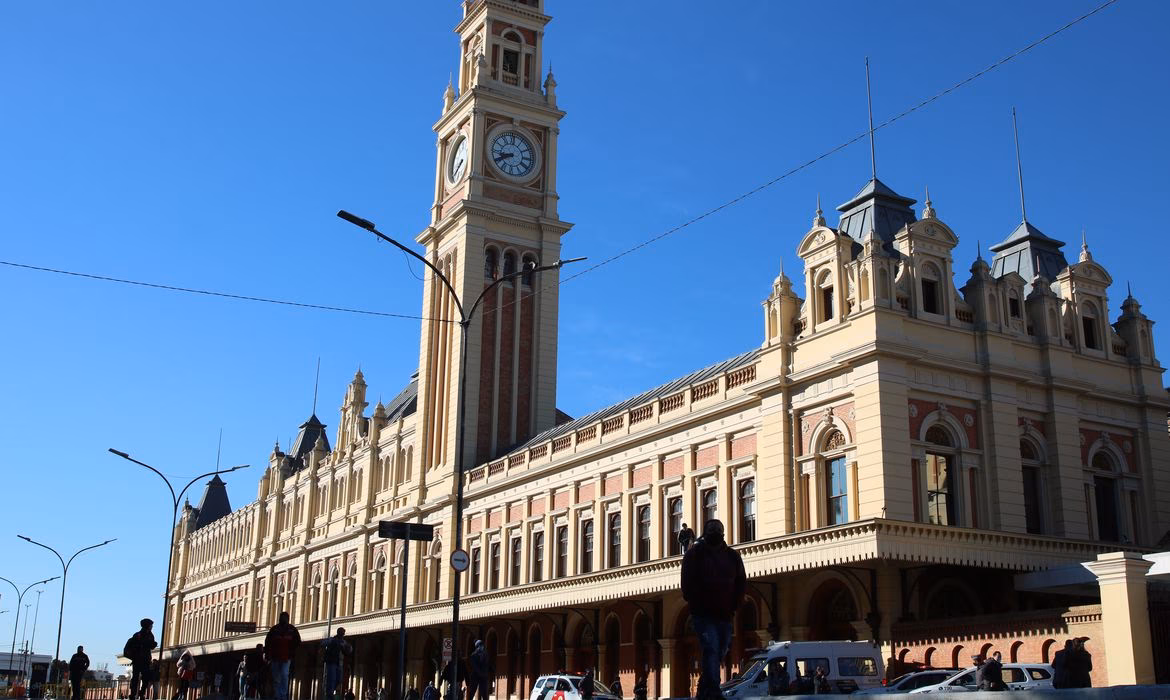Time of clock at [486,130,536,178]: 8:40
